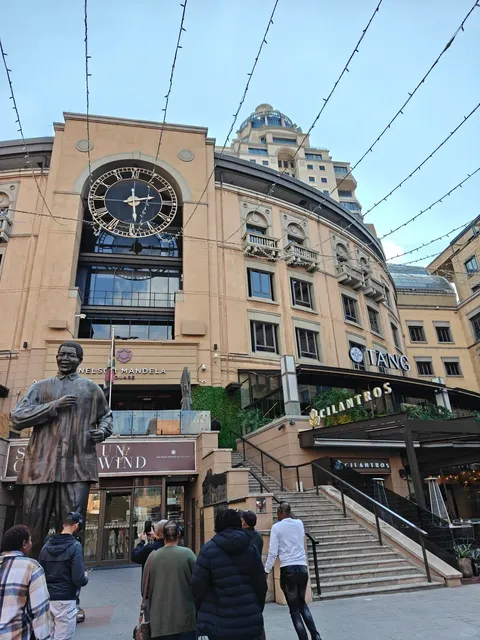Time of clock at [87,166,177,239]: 2:29
